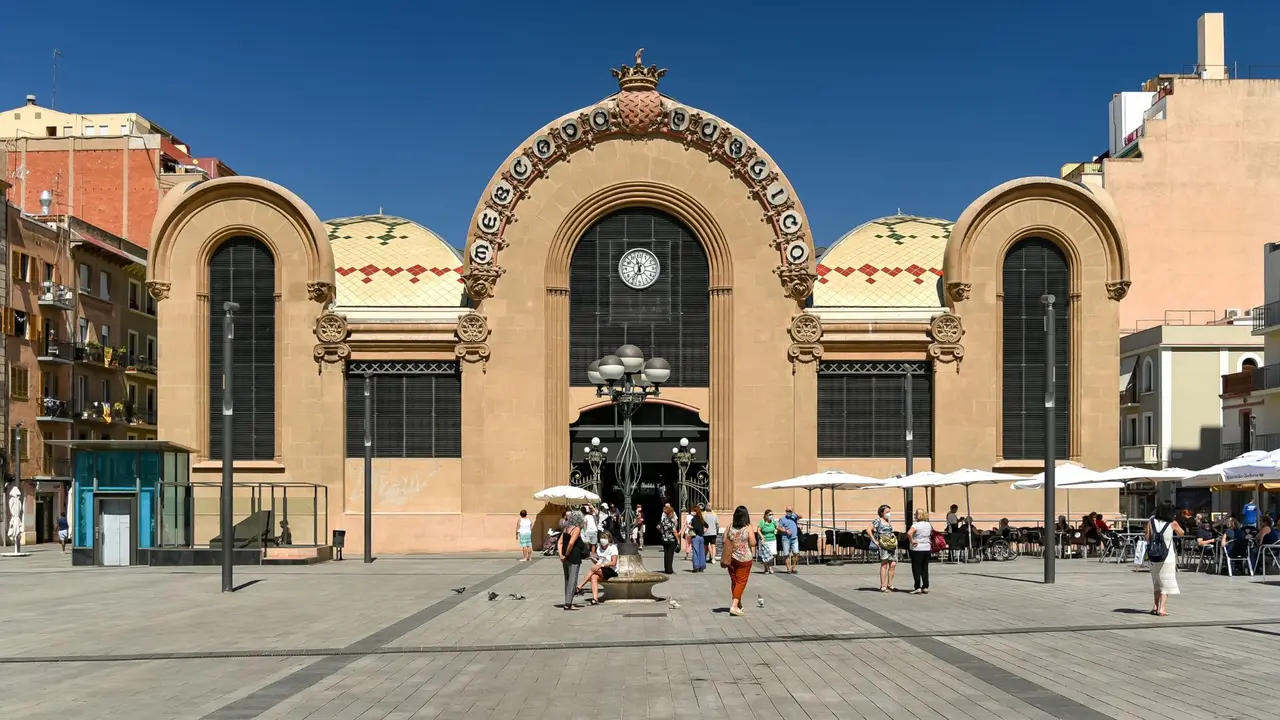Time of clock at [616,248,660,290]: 11:36
